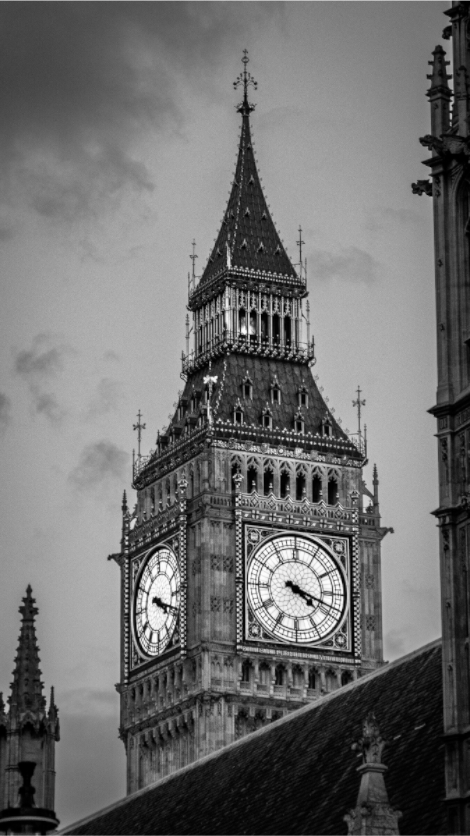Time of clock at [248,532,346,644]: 4:18
